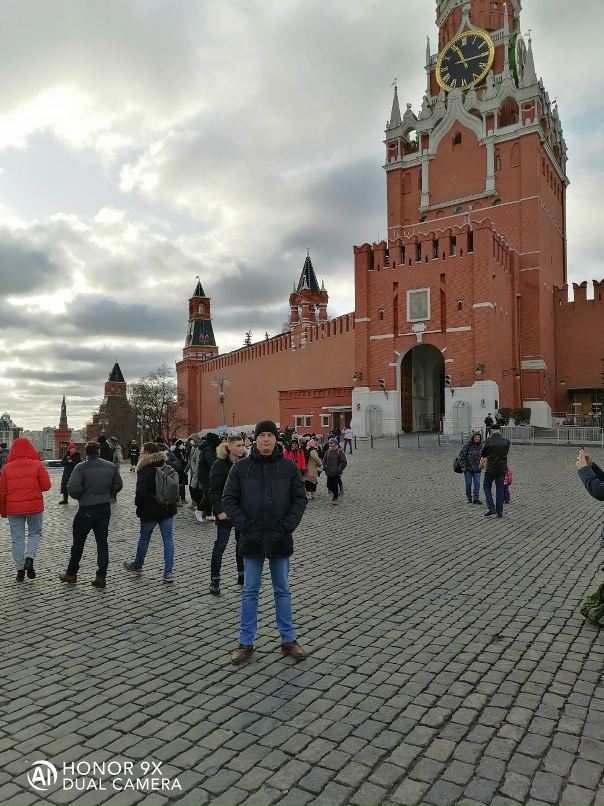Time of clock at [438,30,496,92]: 11:14
